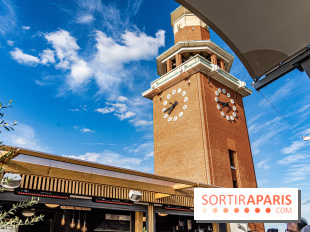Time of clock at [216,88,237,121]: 7:43
